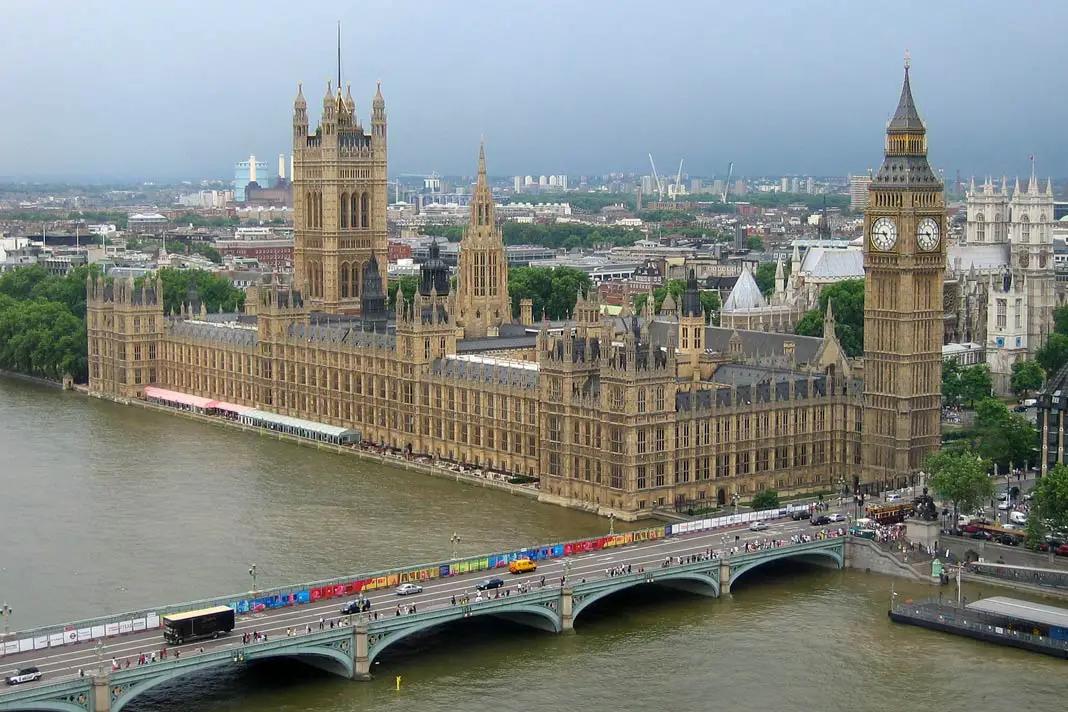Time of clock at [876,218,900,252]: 4:45
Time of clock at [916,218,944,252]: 4:44
